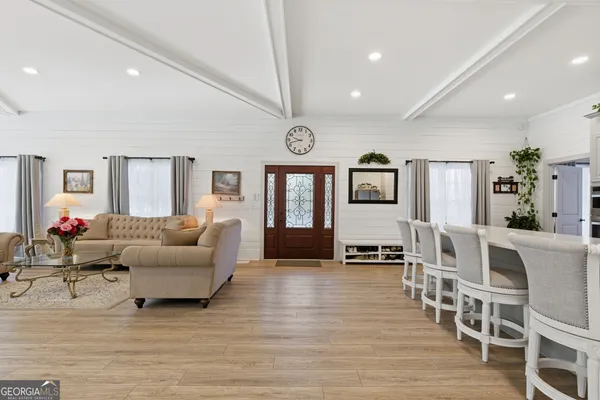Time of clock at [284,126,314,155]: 9:42
